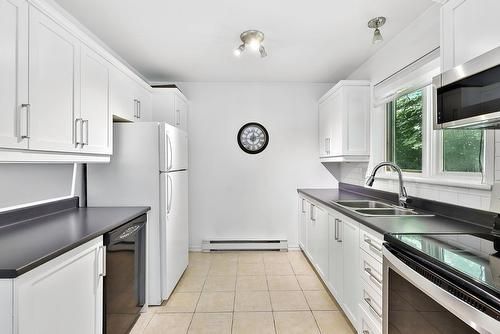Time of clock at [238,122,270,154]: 12:12
